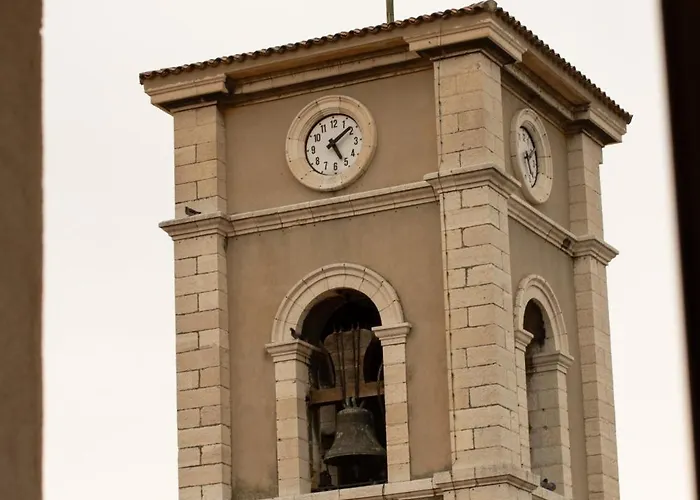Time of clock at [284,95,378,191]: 5:08
